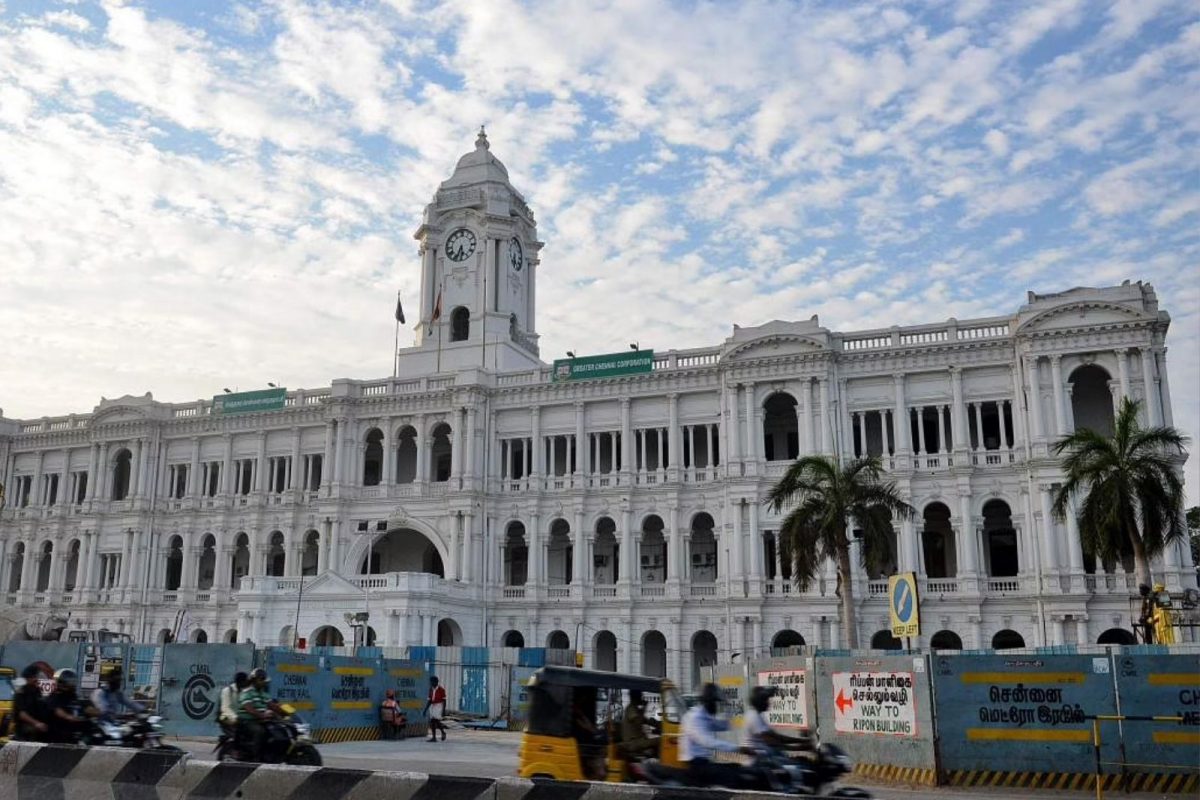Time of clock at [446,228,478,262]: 5:33
